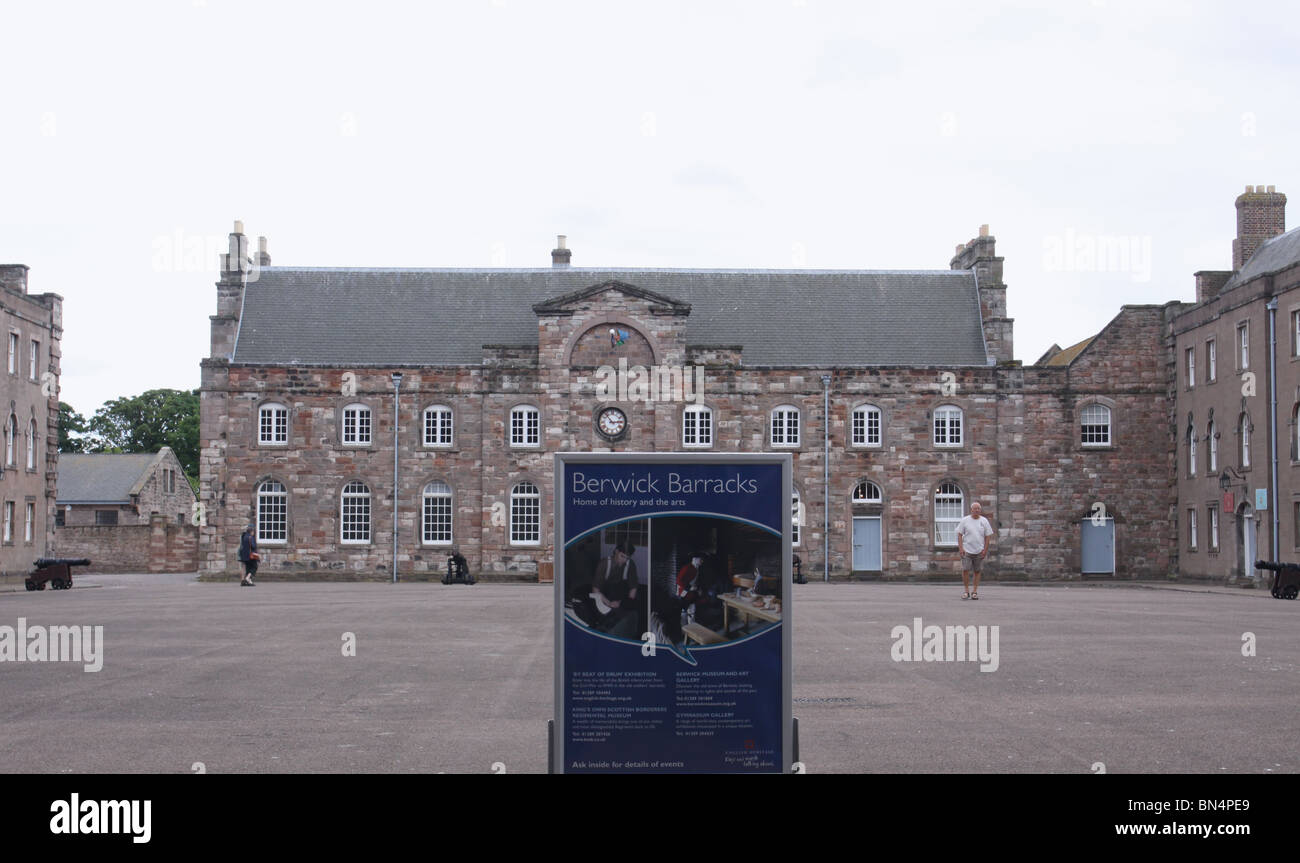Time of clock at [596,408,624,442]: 2:53
